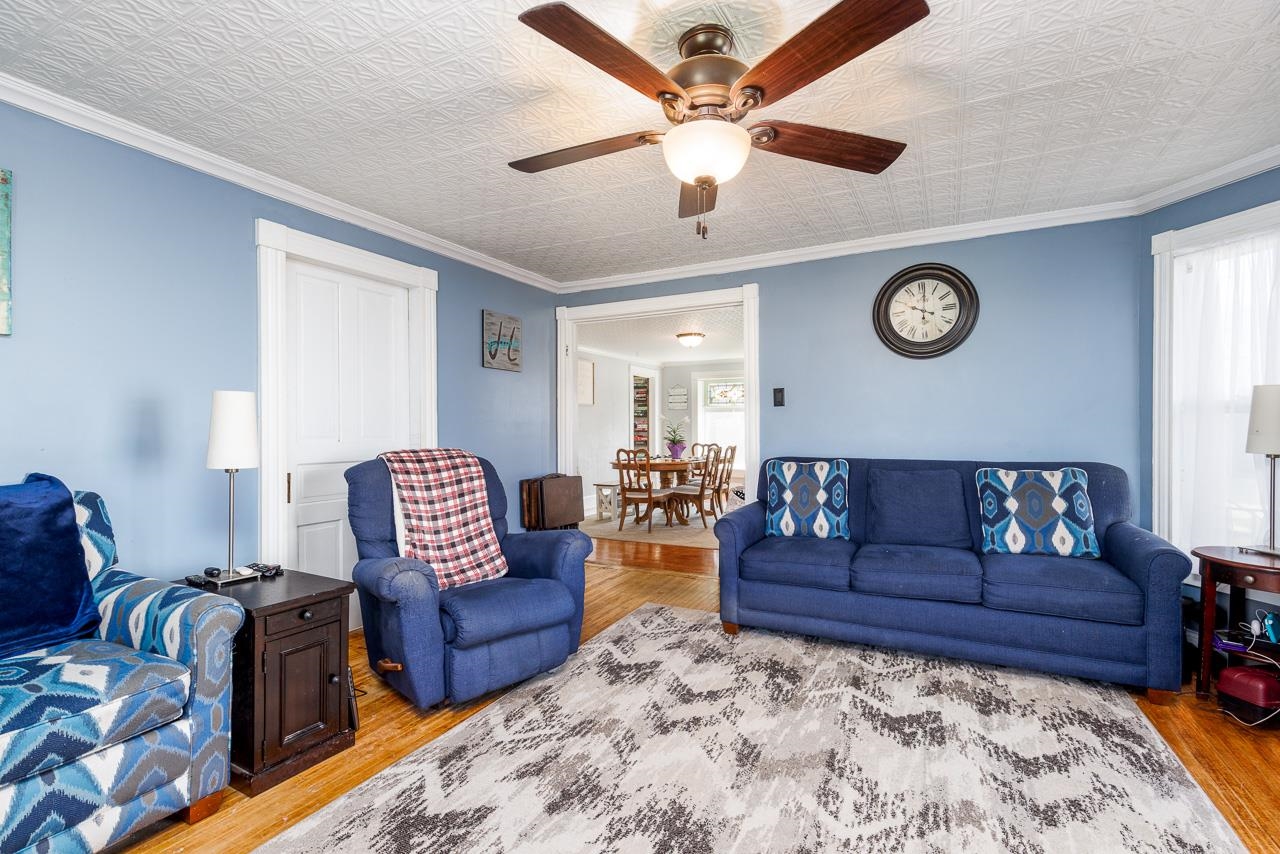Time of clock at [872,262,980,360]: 10:00
